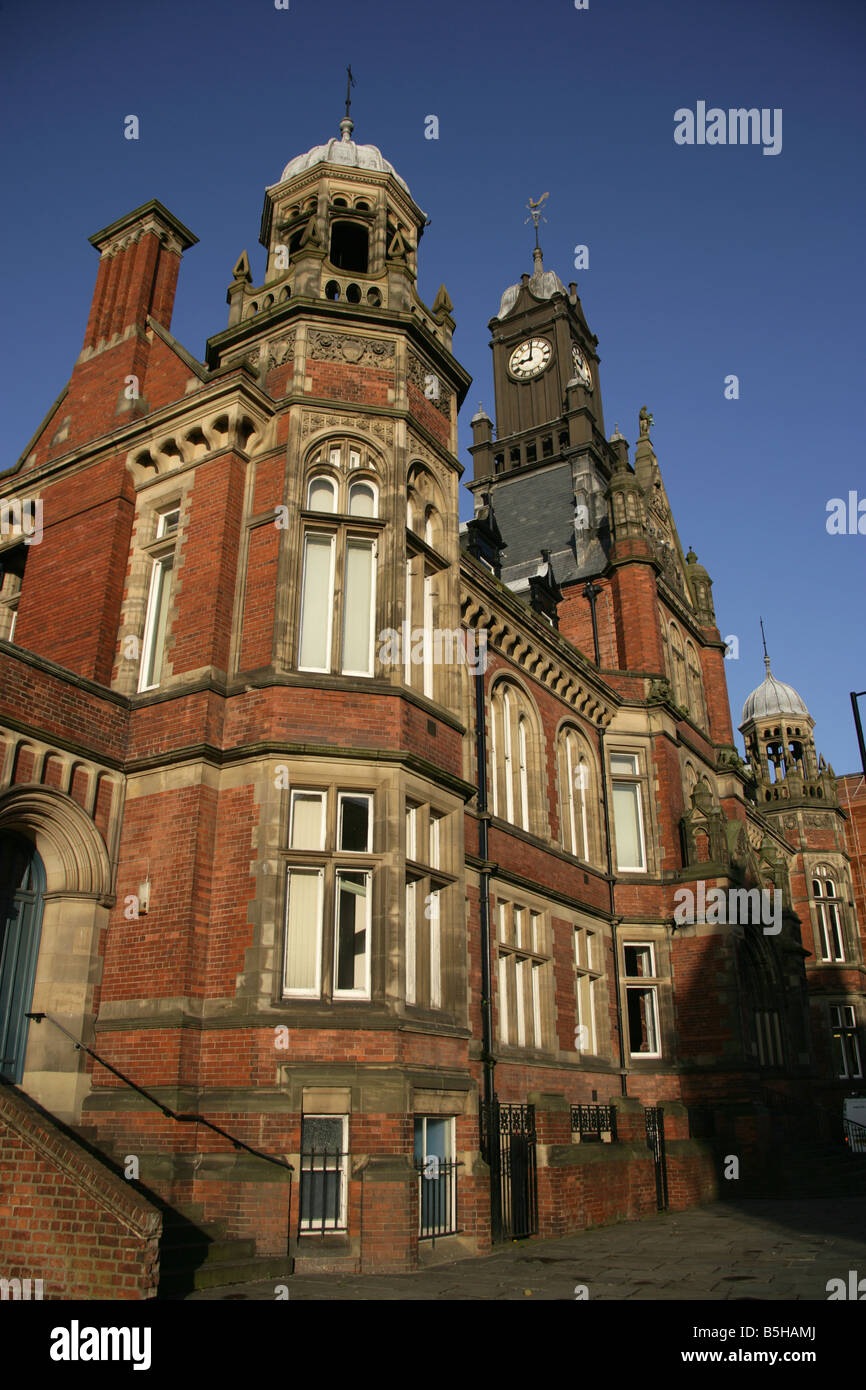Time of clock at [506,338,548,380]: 9:01
